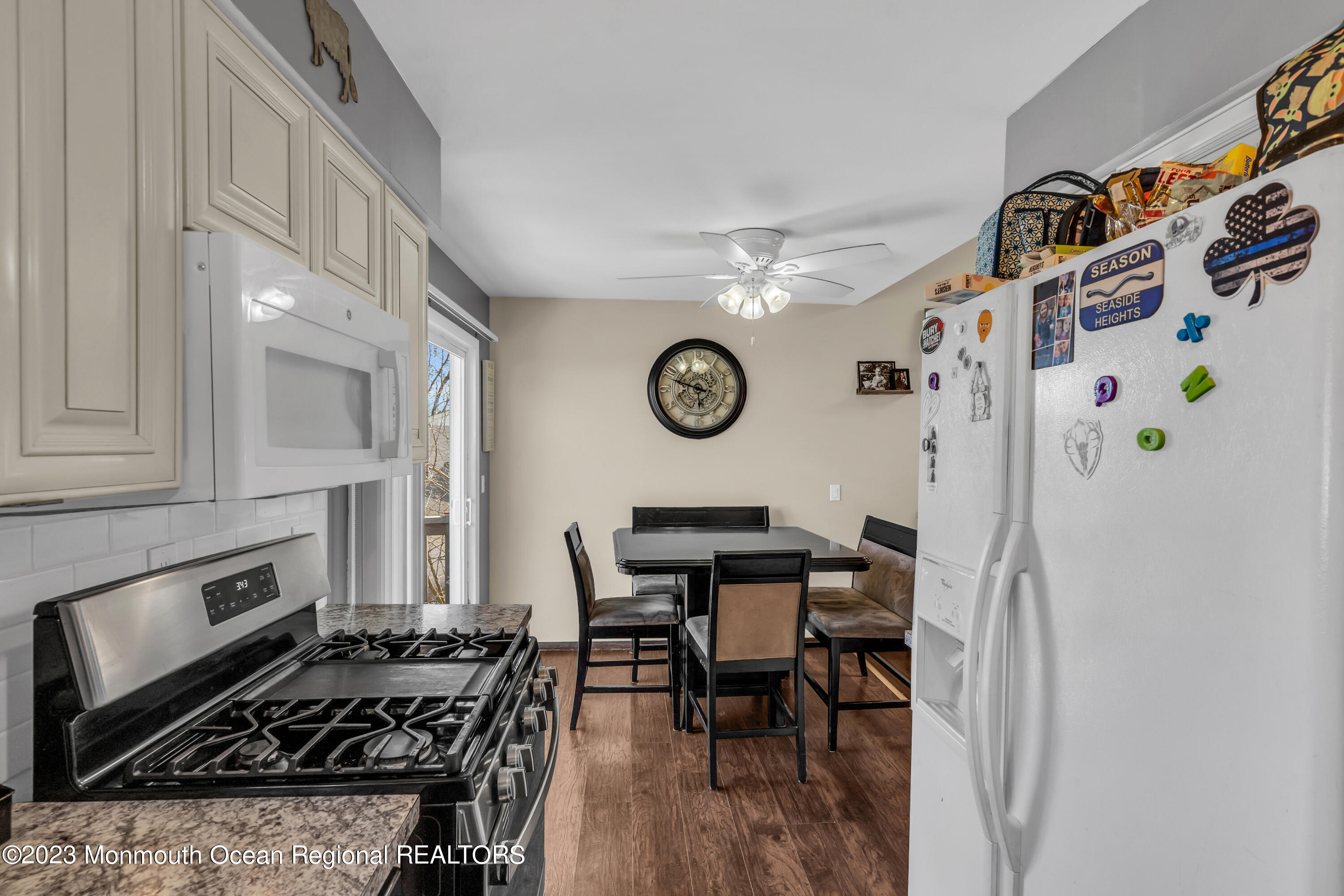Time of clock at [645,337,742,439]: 5:48
